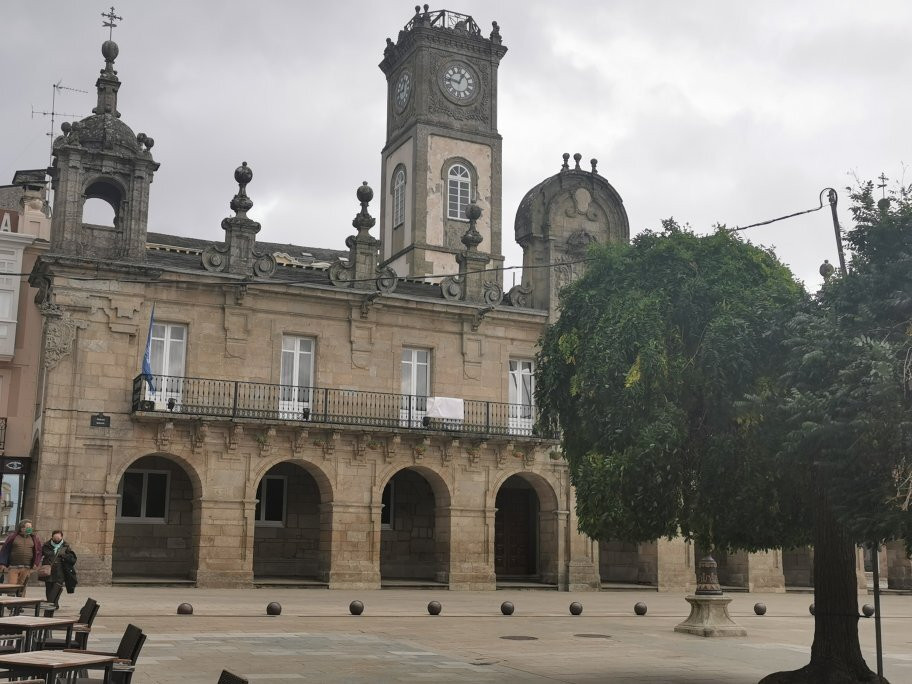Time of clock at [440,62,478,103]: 12:46
